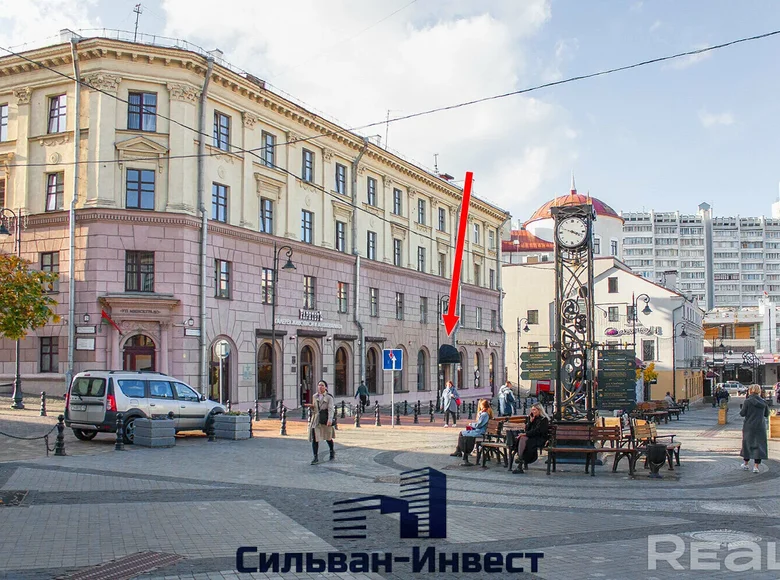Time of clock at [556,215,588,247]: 3:48
